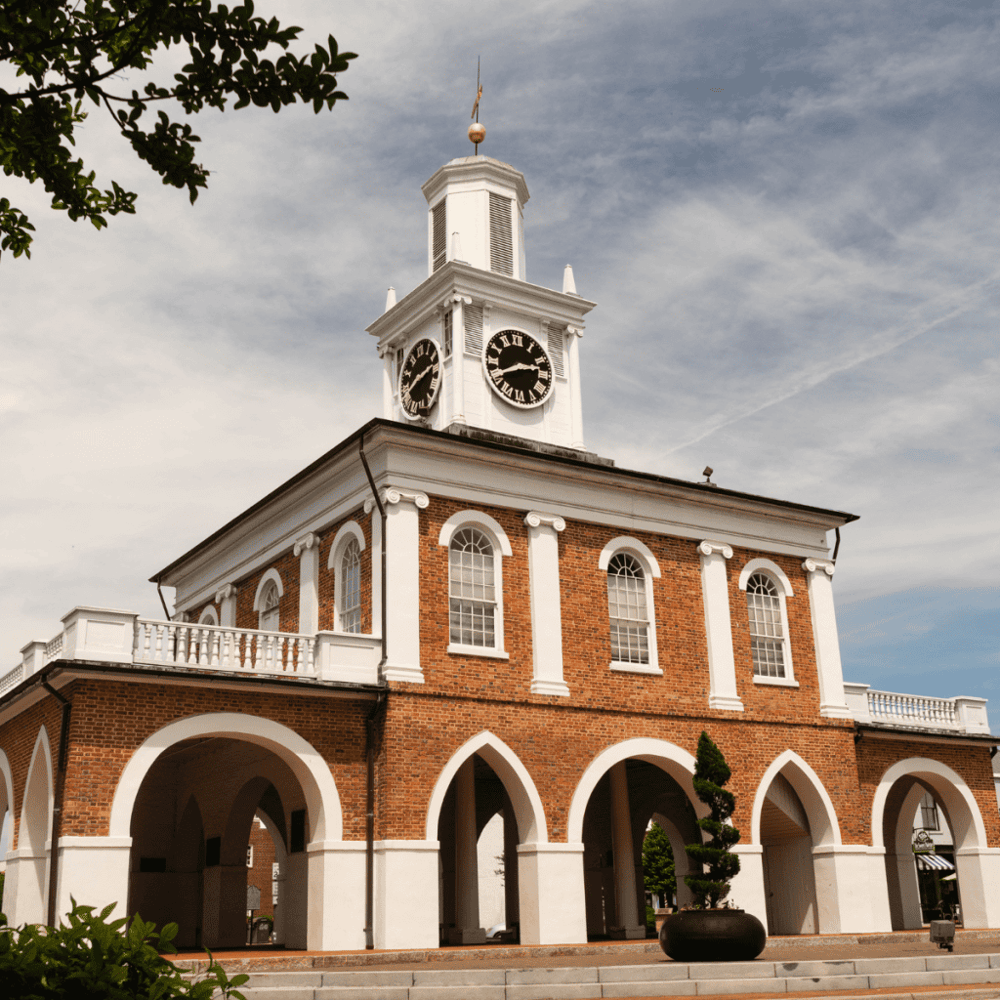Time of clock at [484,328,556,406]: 2:40
